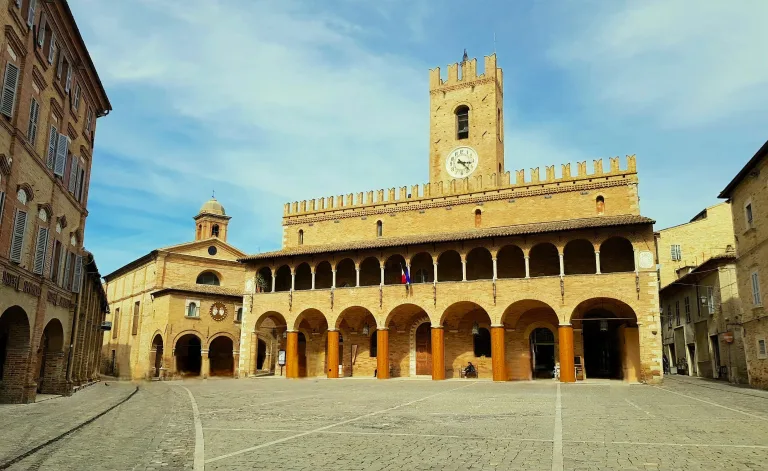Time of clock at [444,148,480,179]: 3:22
